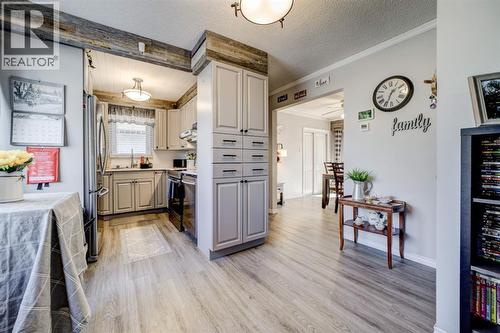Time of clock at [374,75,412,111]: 1:33
